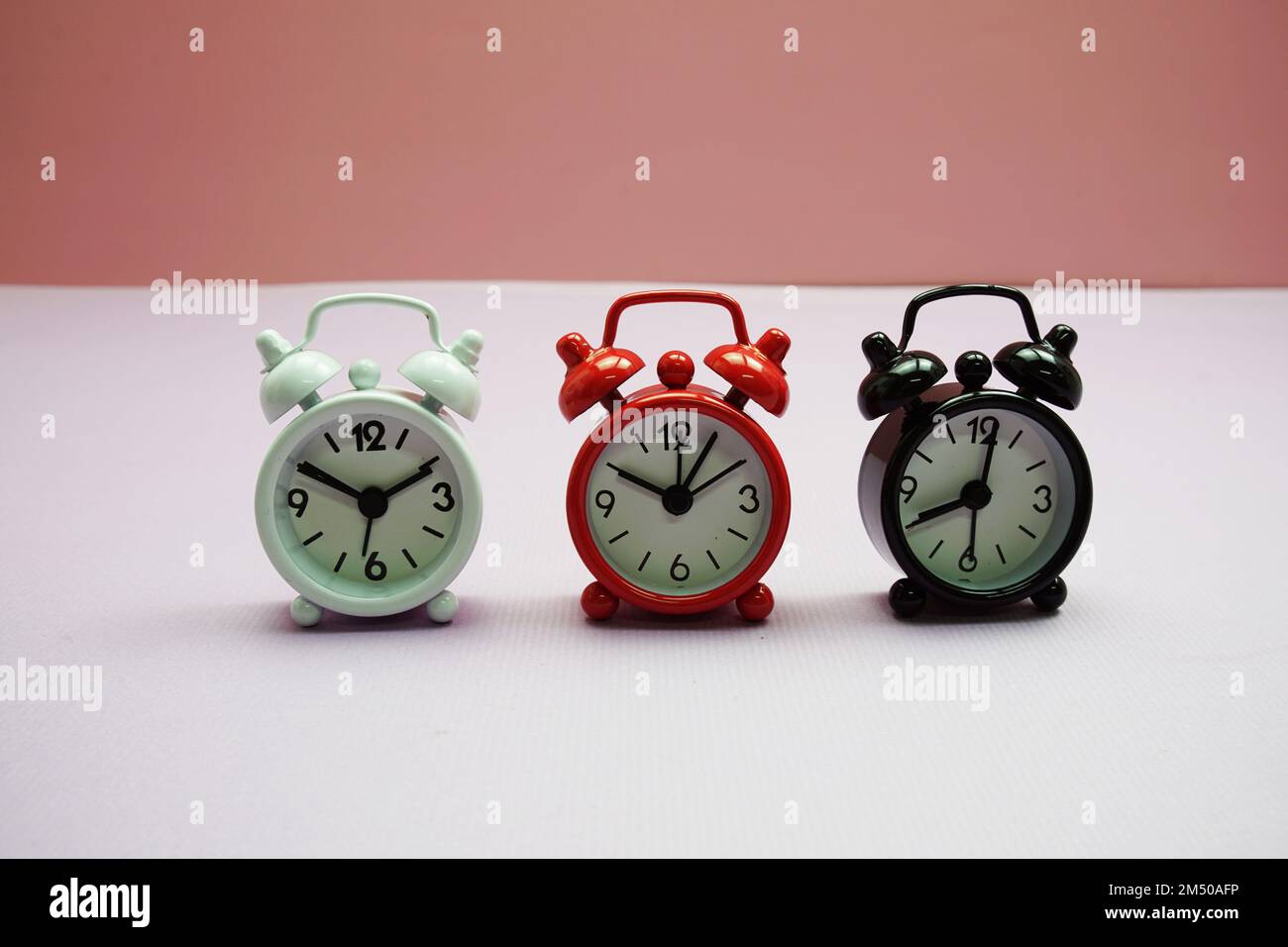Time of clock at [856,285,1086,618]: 8:01
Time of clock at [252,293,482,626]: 10:10
